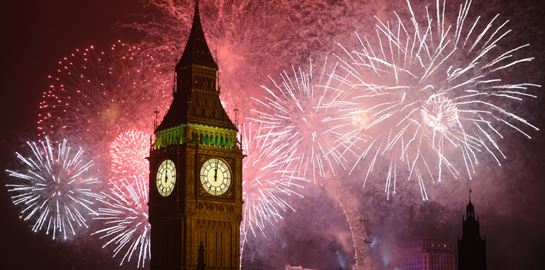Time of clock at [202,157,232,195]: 12:01
